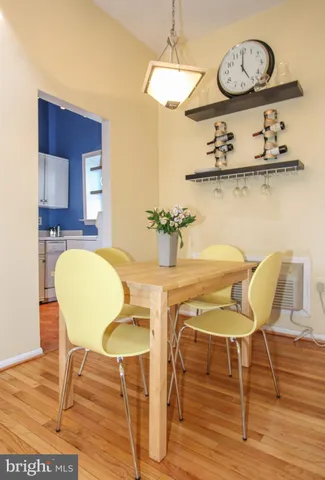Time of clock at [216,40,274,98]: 5:00
